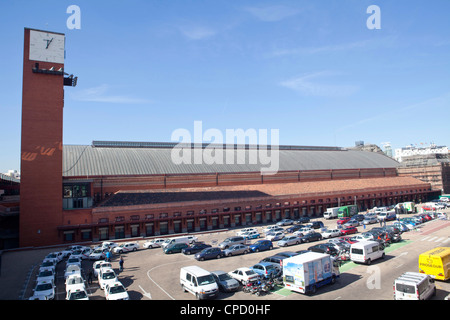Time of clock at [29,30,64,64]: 12:04
